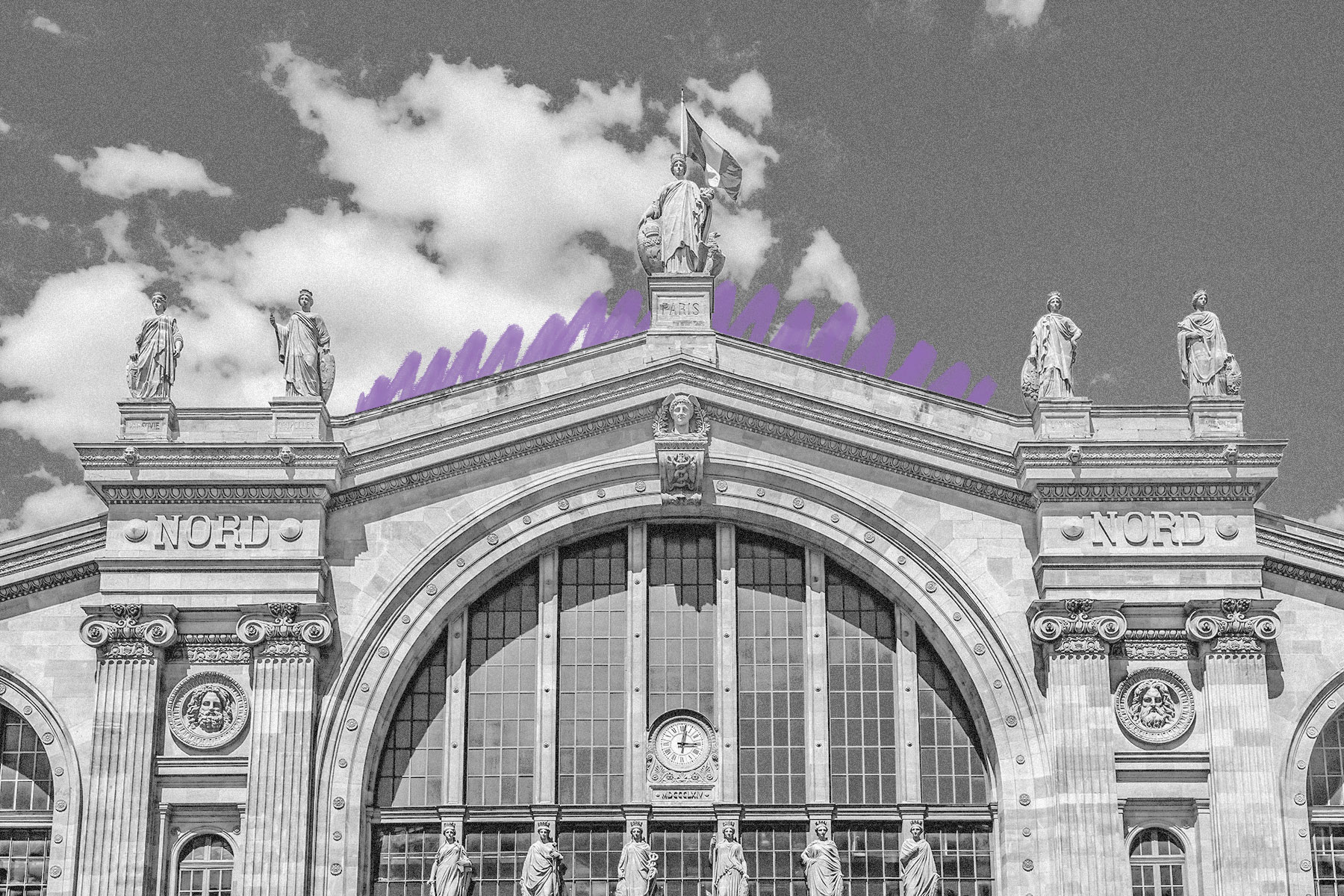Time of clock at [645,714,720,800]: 3:01
